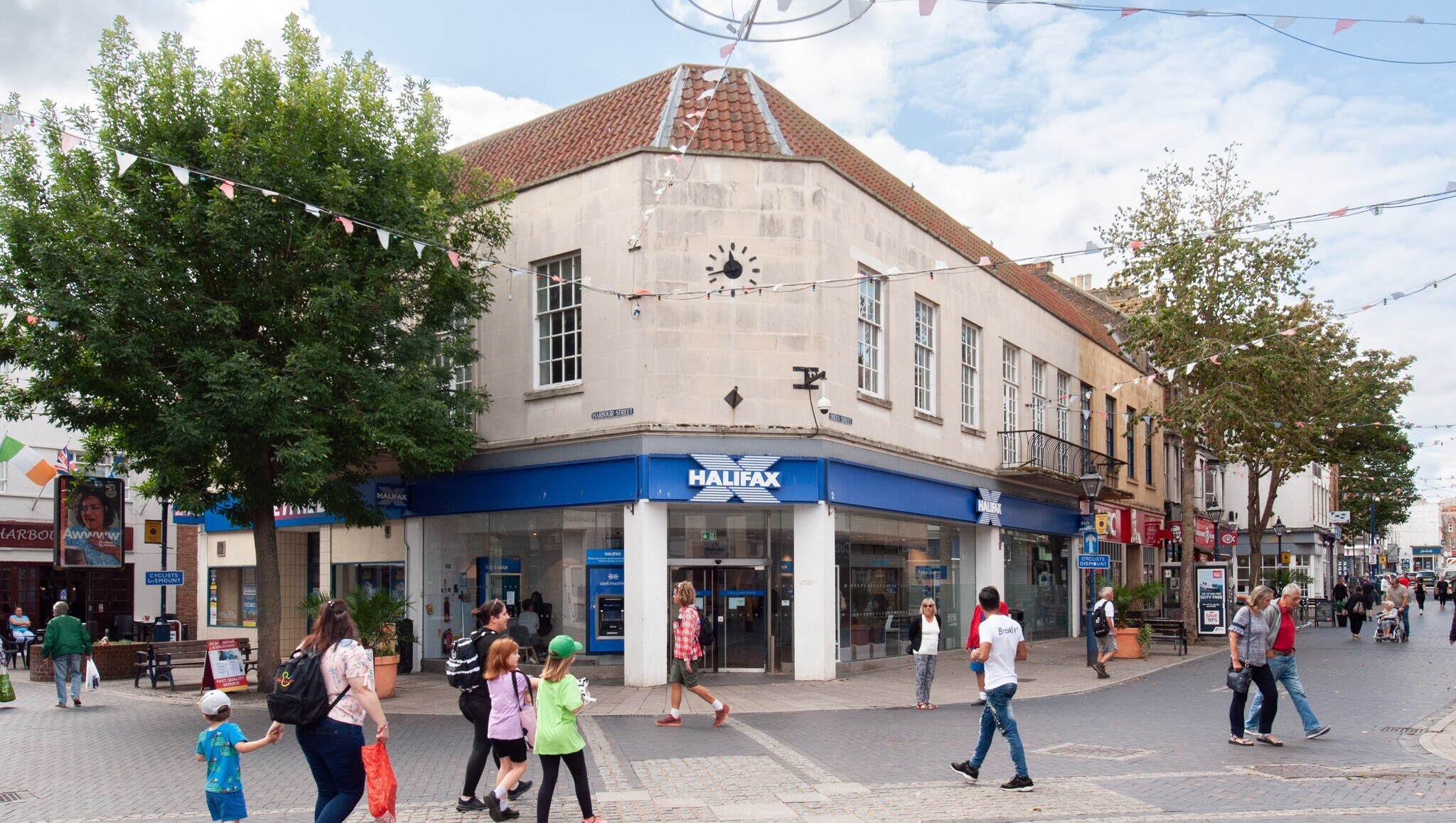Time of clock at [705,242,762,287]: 11:42
